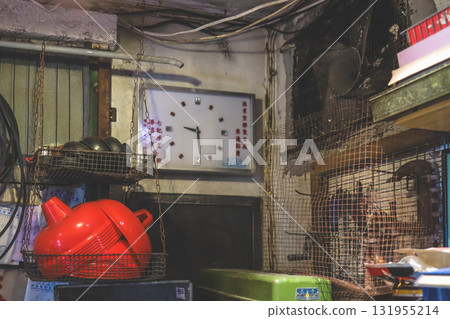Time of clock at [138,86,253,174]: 9:28
